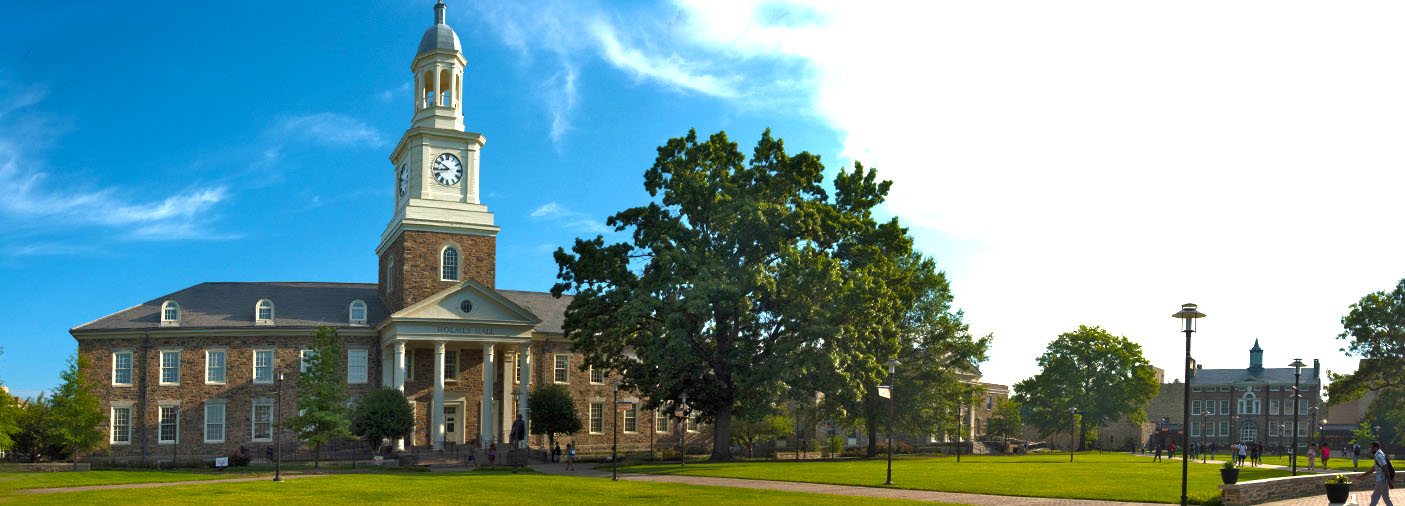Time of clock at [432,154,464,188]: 8:50
